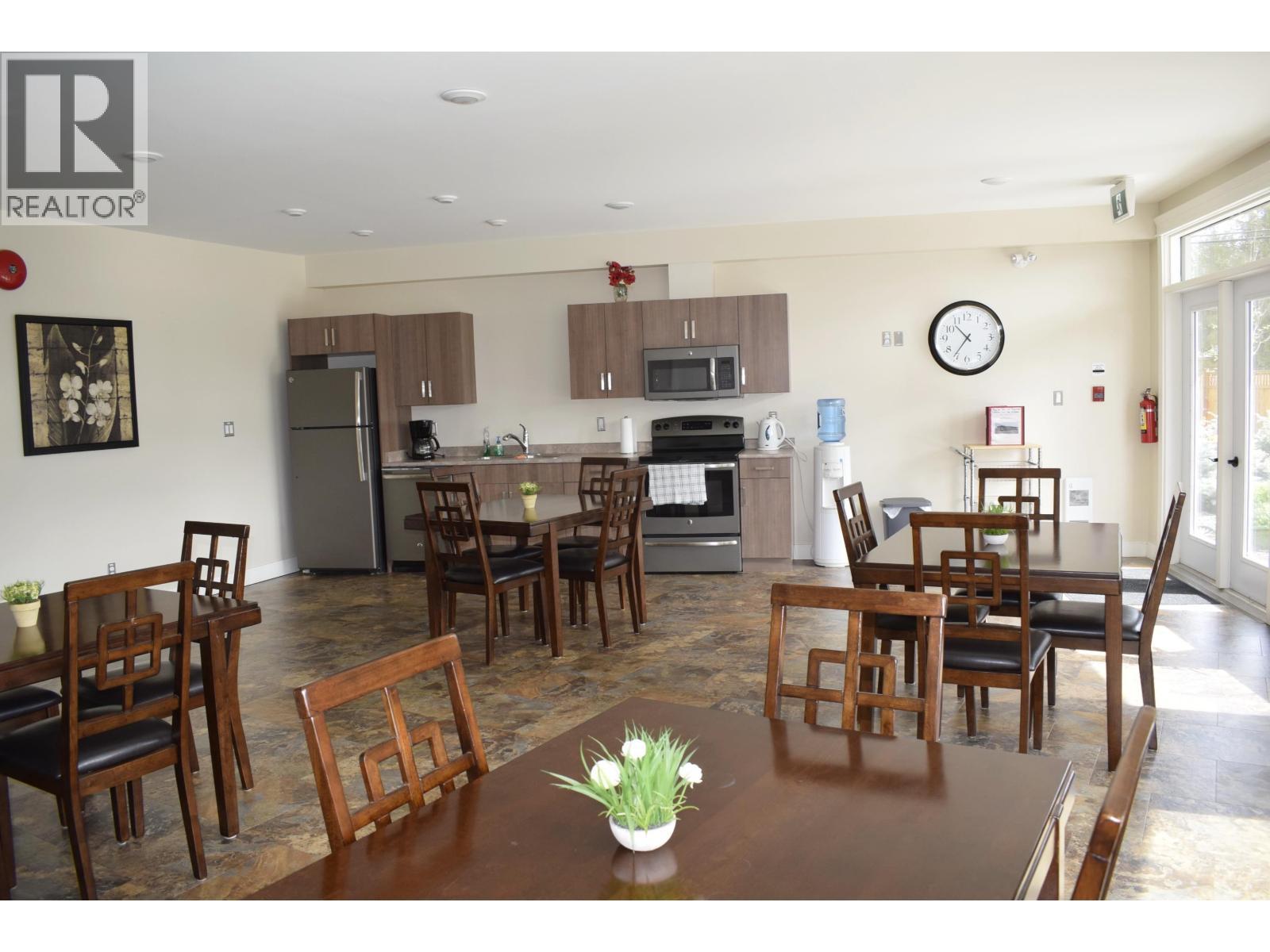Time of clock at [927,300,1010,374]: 10:36
